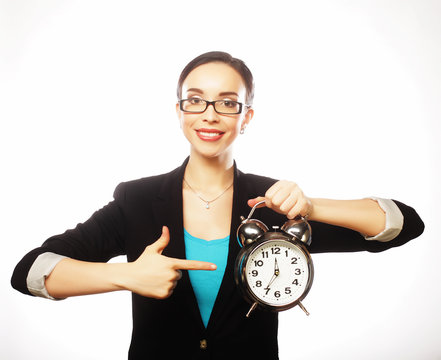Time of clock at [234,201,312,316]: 7:00
